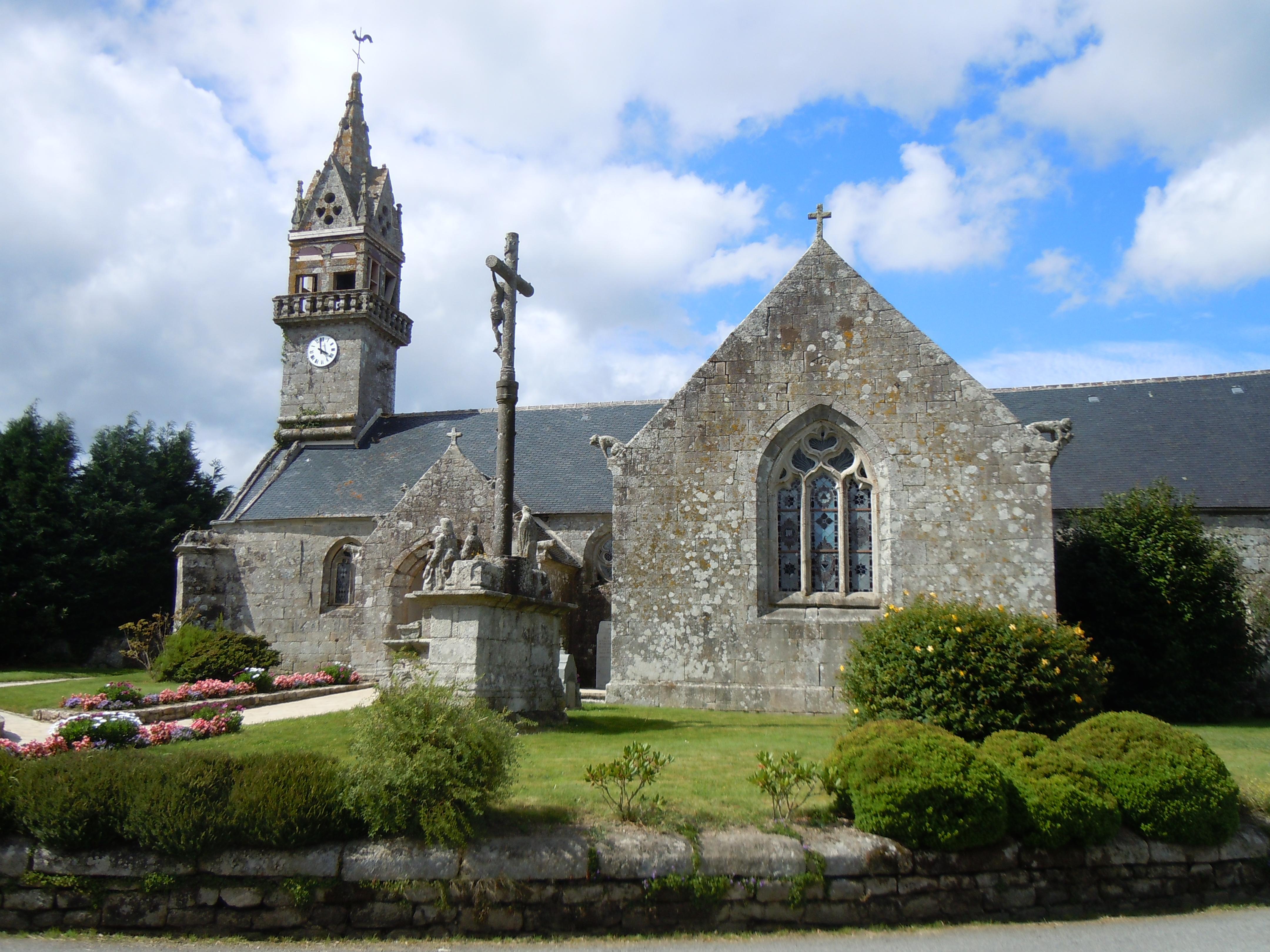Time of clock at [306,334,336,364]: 3:58
